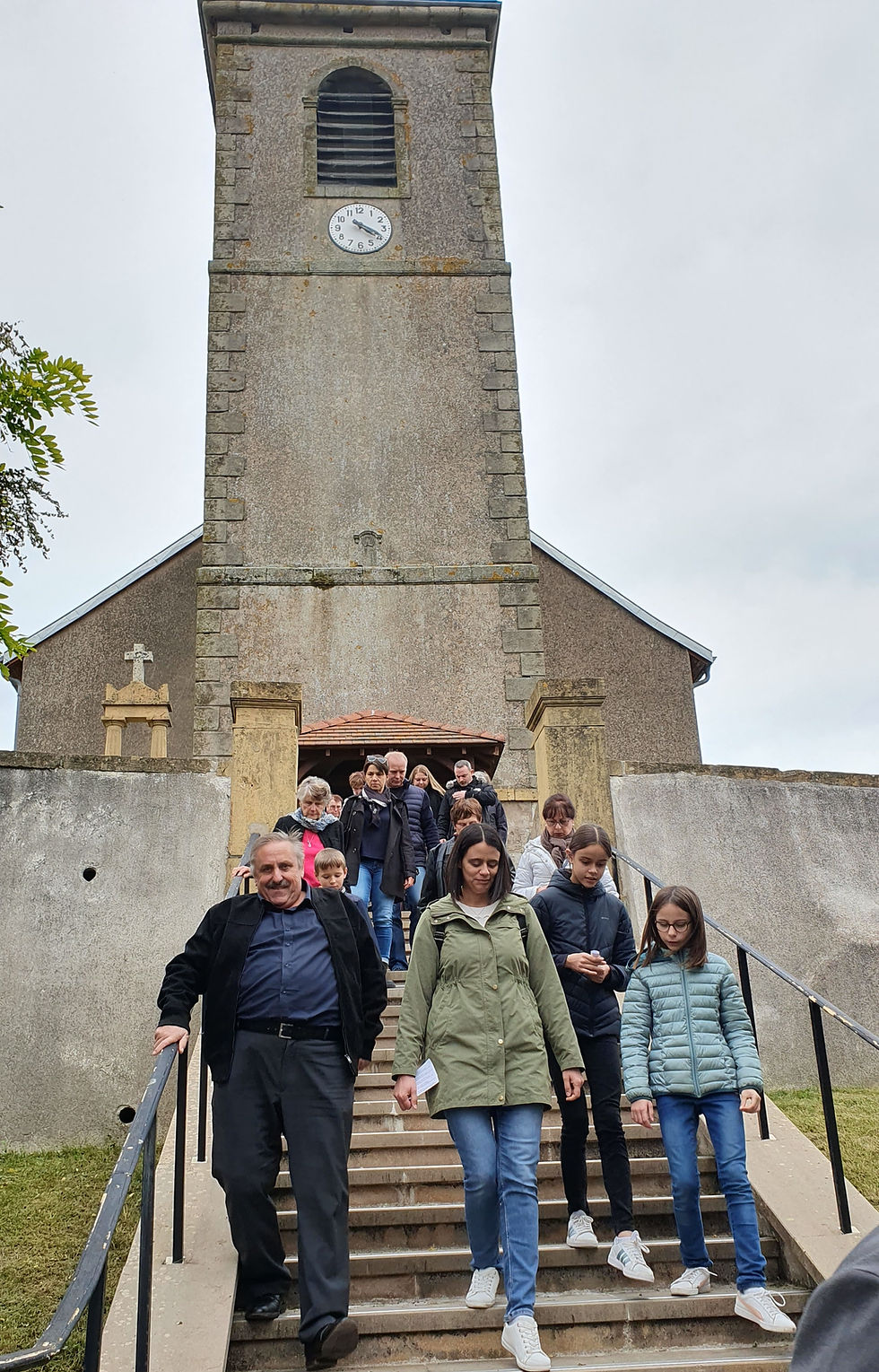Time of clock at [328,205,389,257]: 4:19
